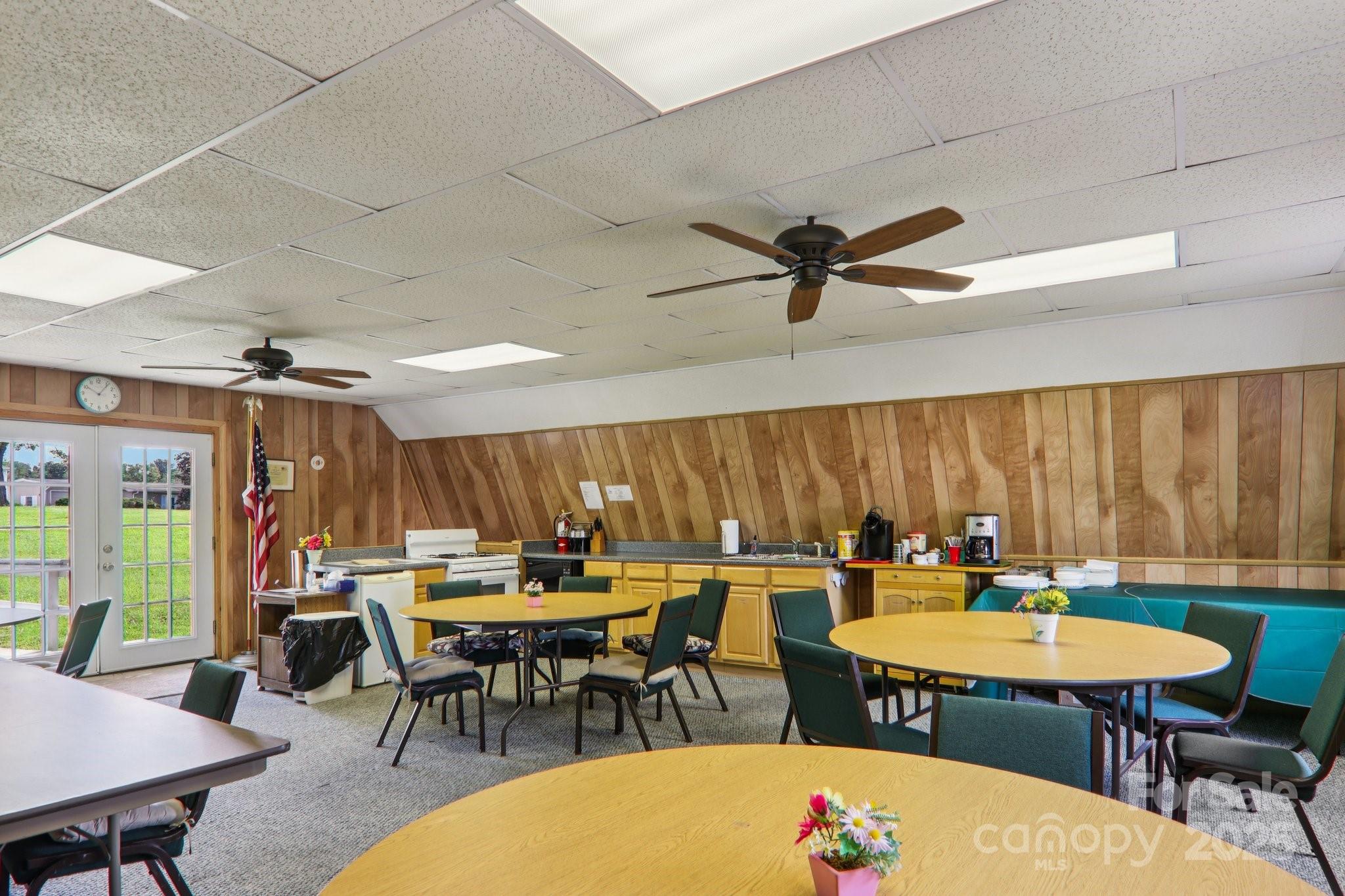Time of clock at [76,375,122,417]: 10:06
